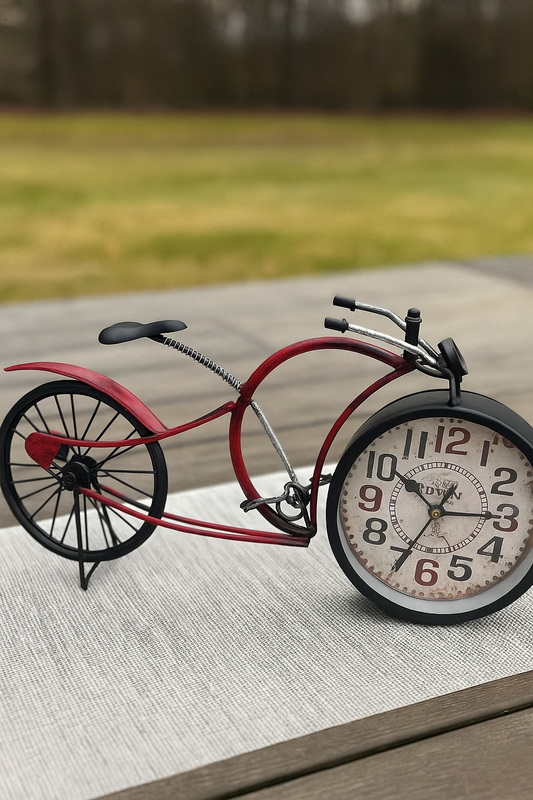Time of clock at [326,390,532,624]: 10:14
